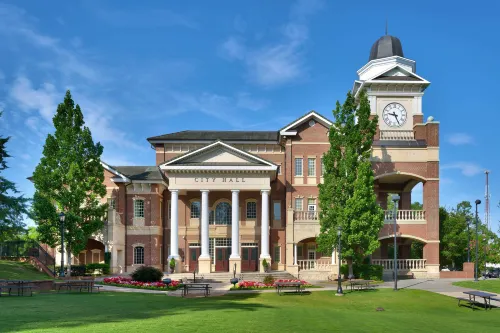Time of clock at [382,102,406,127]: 9:26
